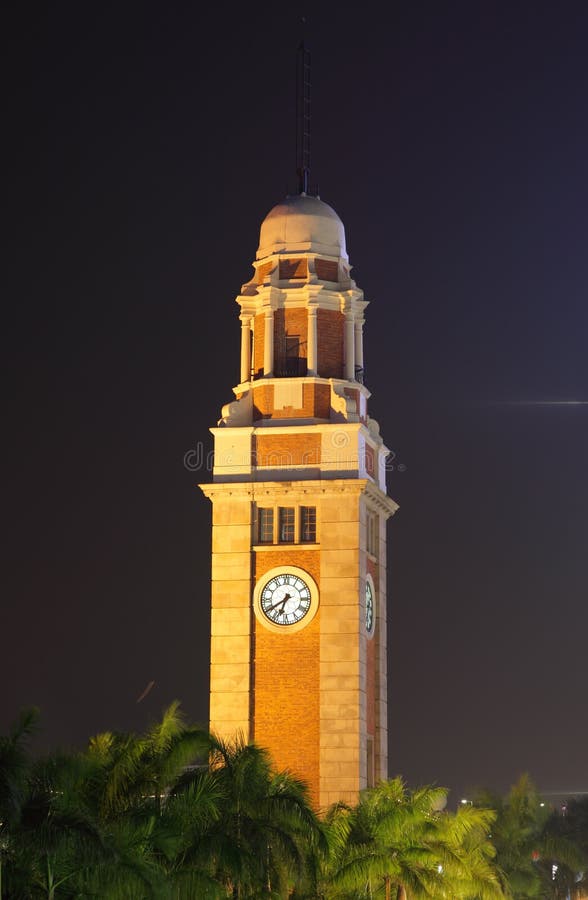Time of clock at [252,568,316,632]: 6:39
